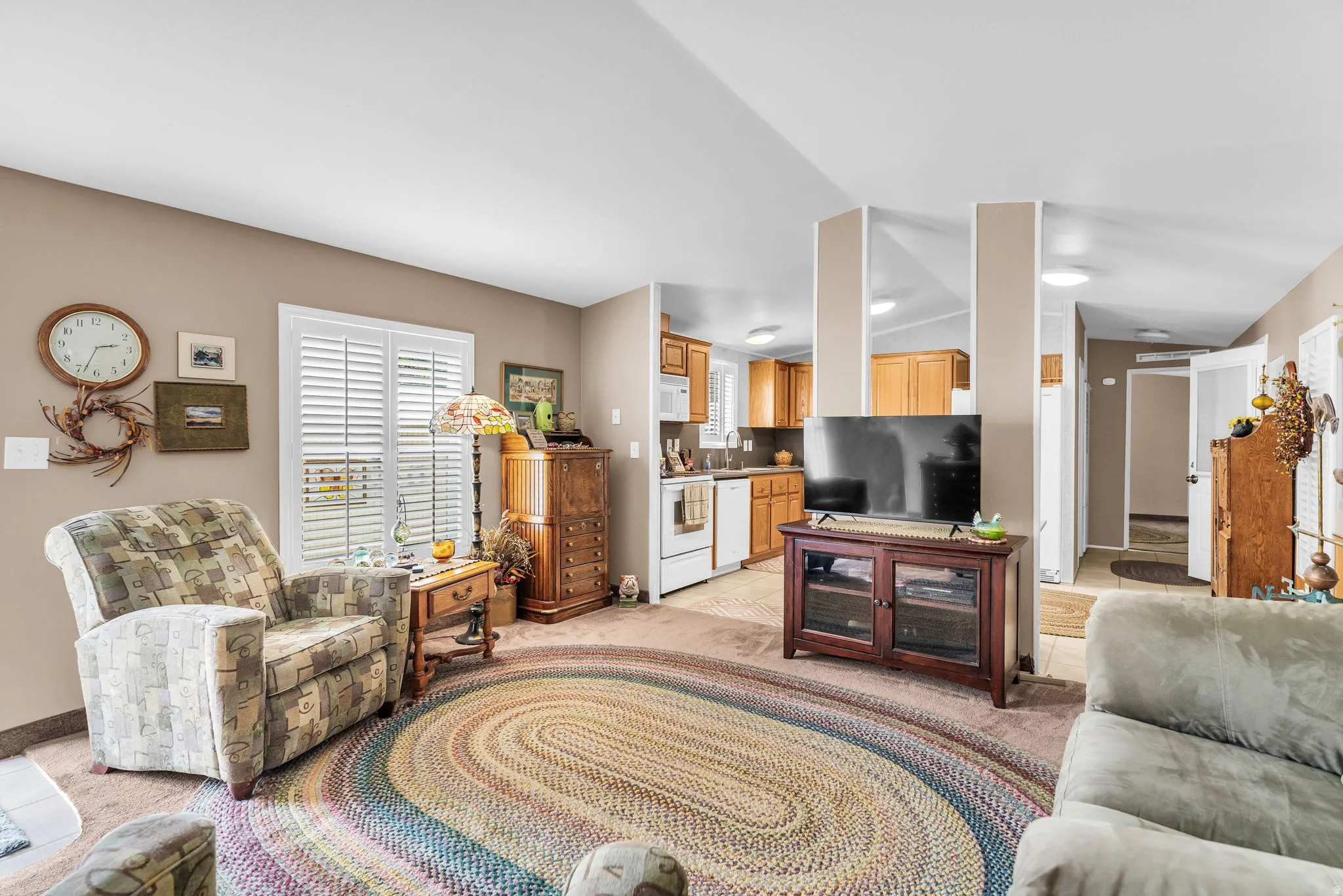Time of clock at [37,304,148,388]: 2:33
